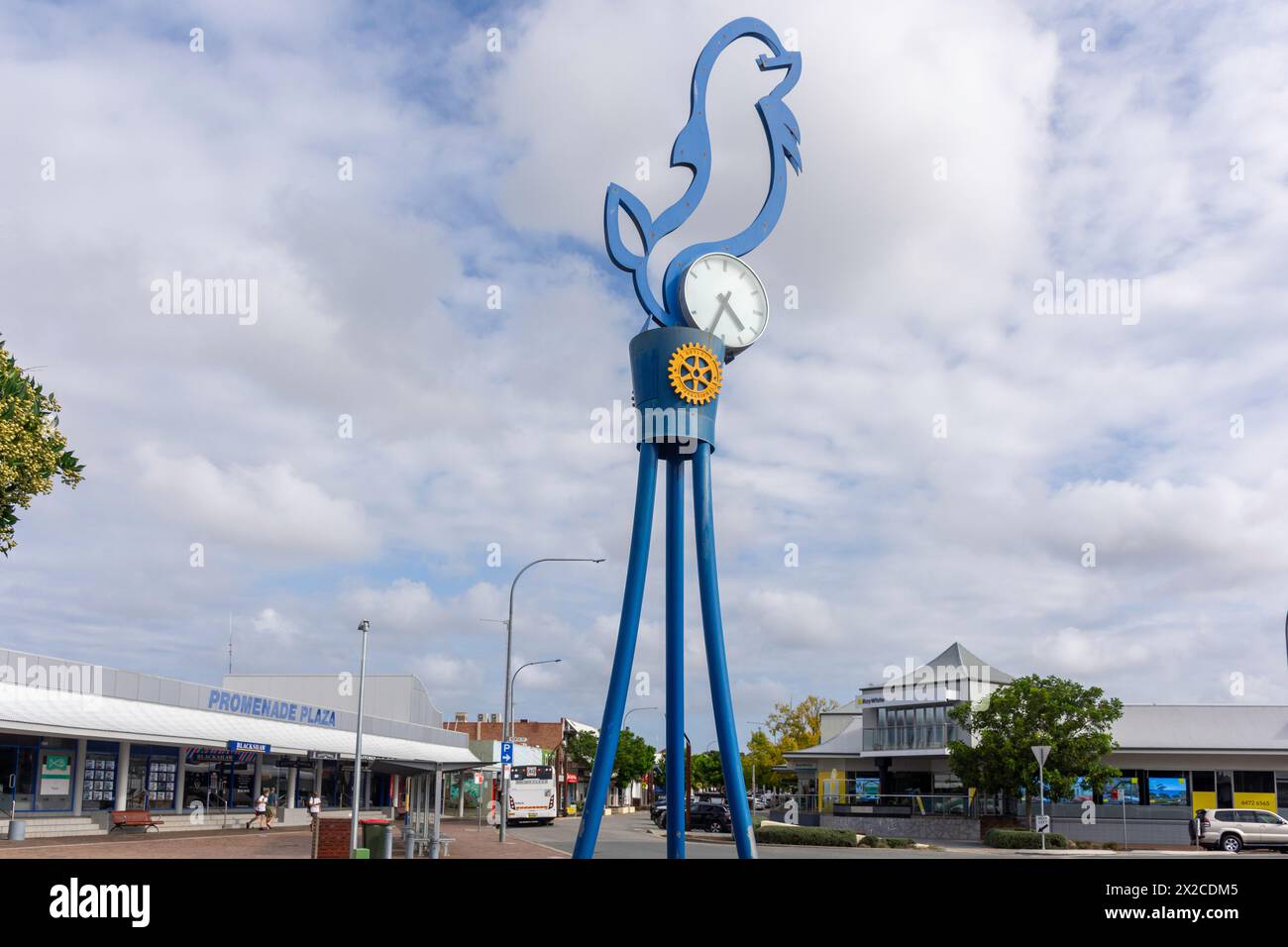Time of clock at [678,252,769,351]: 4:34
